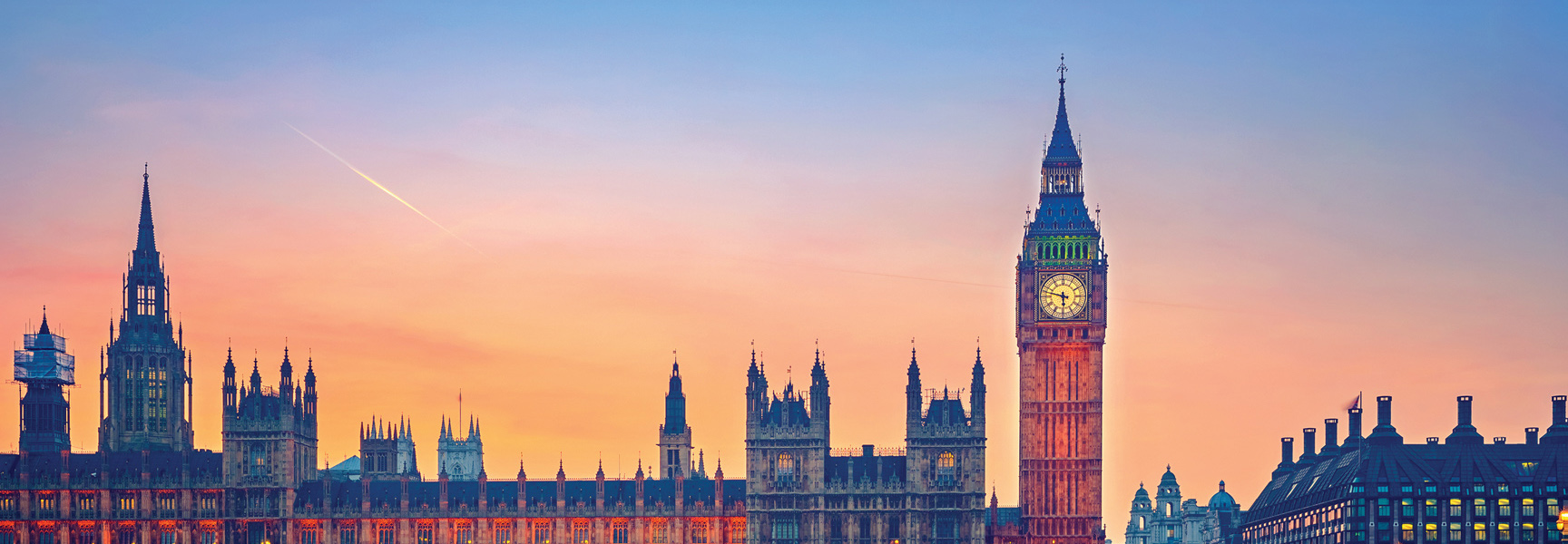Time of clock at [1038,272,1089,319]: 5:47
